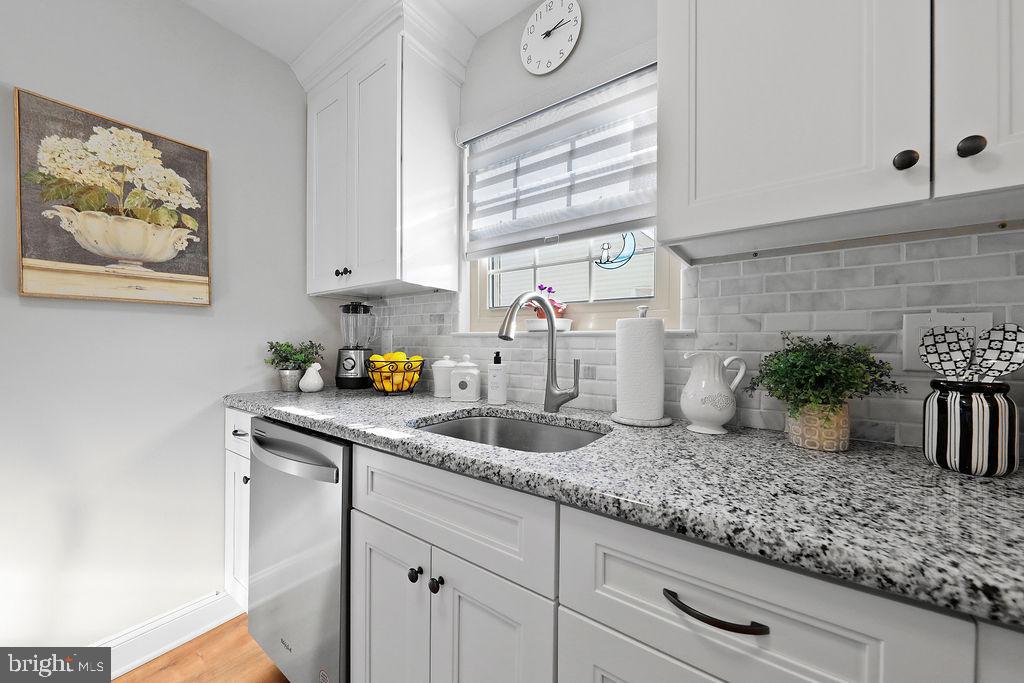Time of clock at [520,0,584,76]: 2:14
